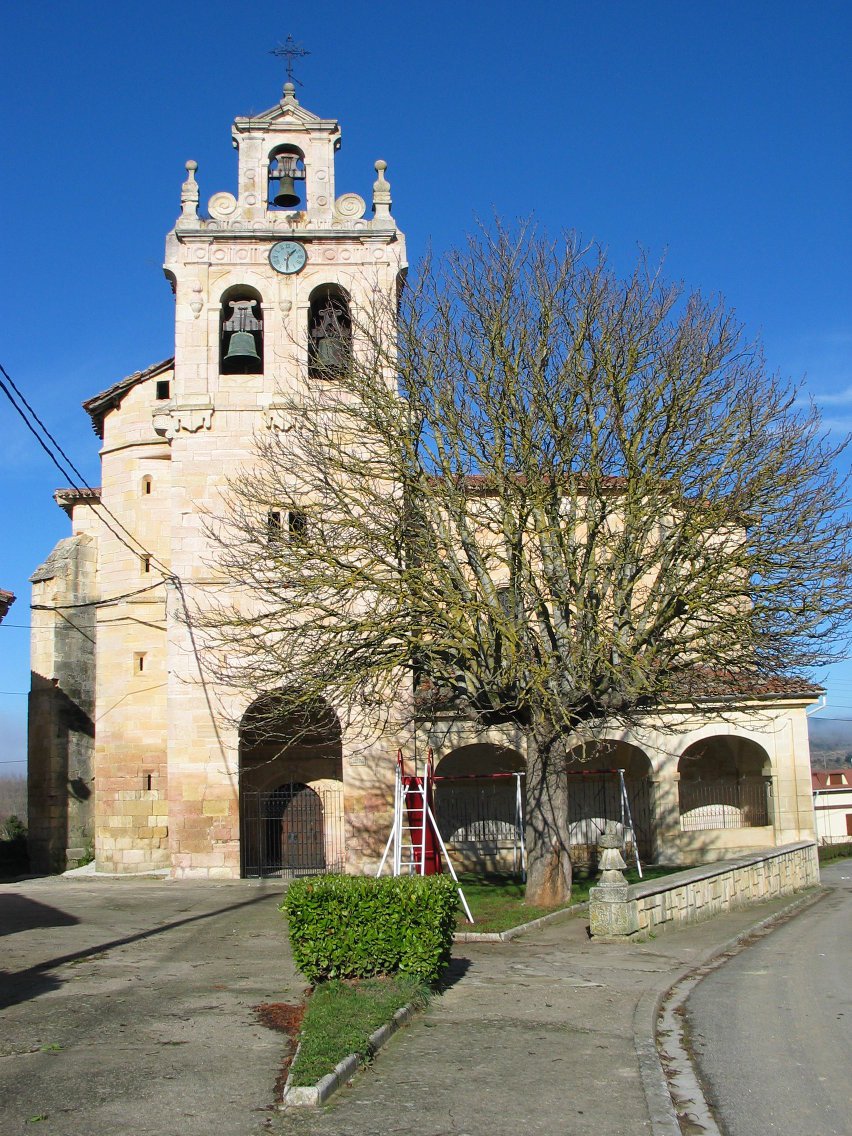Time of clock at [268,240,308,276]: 1:30
